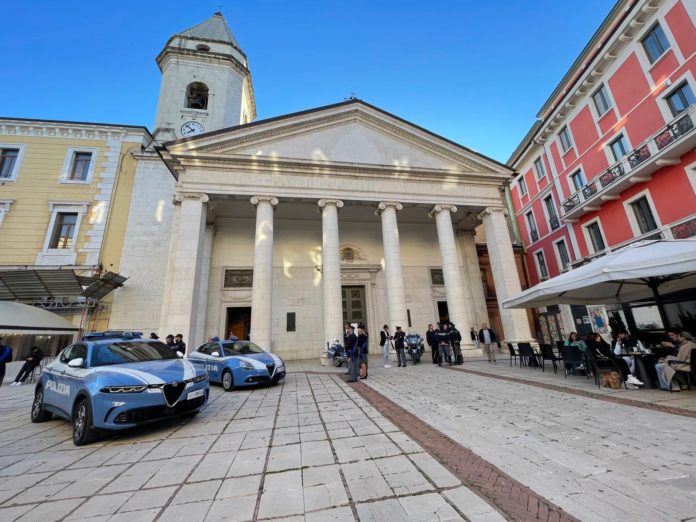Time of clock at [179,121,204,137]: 7:52
